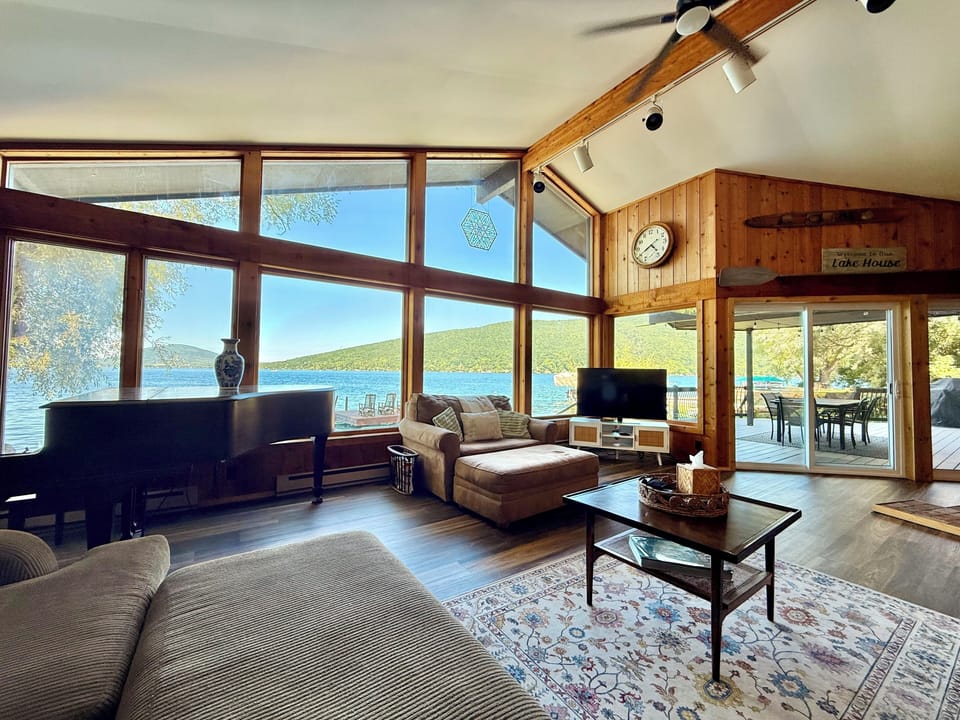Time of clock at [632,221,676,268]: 4:40
